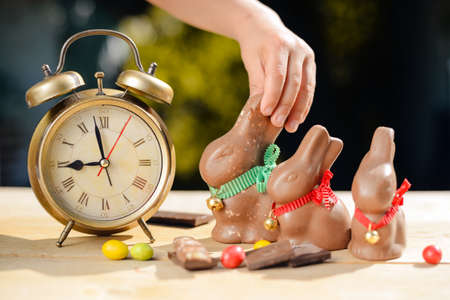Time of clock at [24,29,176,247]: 8:58
